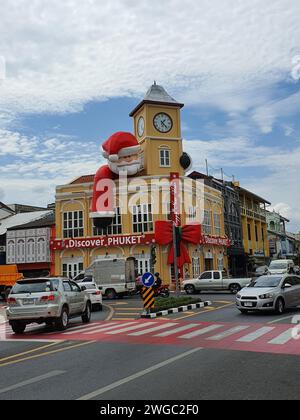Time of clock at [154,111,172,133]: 1:22
